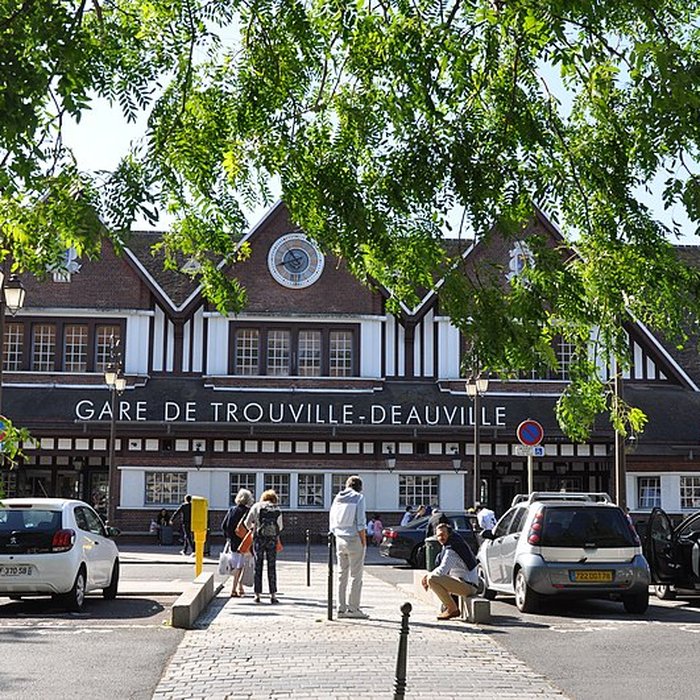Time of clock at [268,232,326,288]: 10:42
